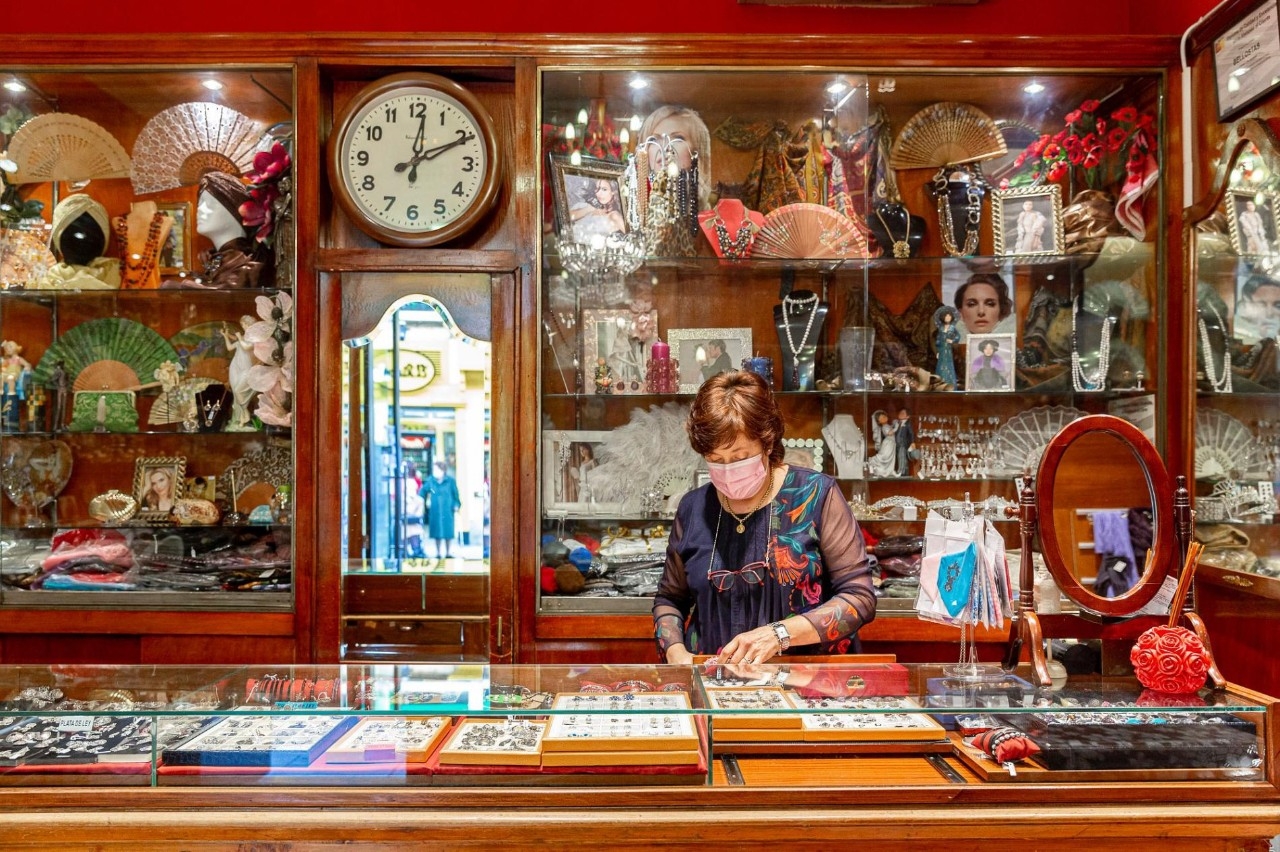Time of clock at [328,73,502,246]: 12:10
